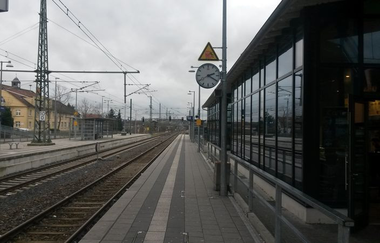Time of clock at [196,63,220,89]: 2:20
